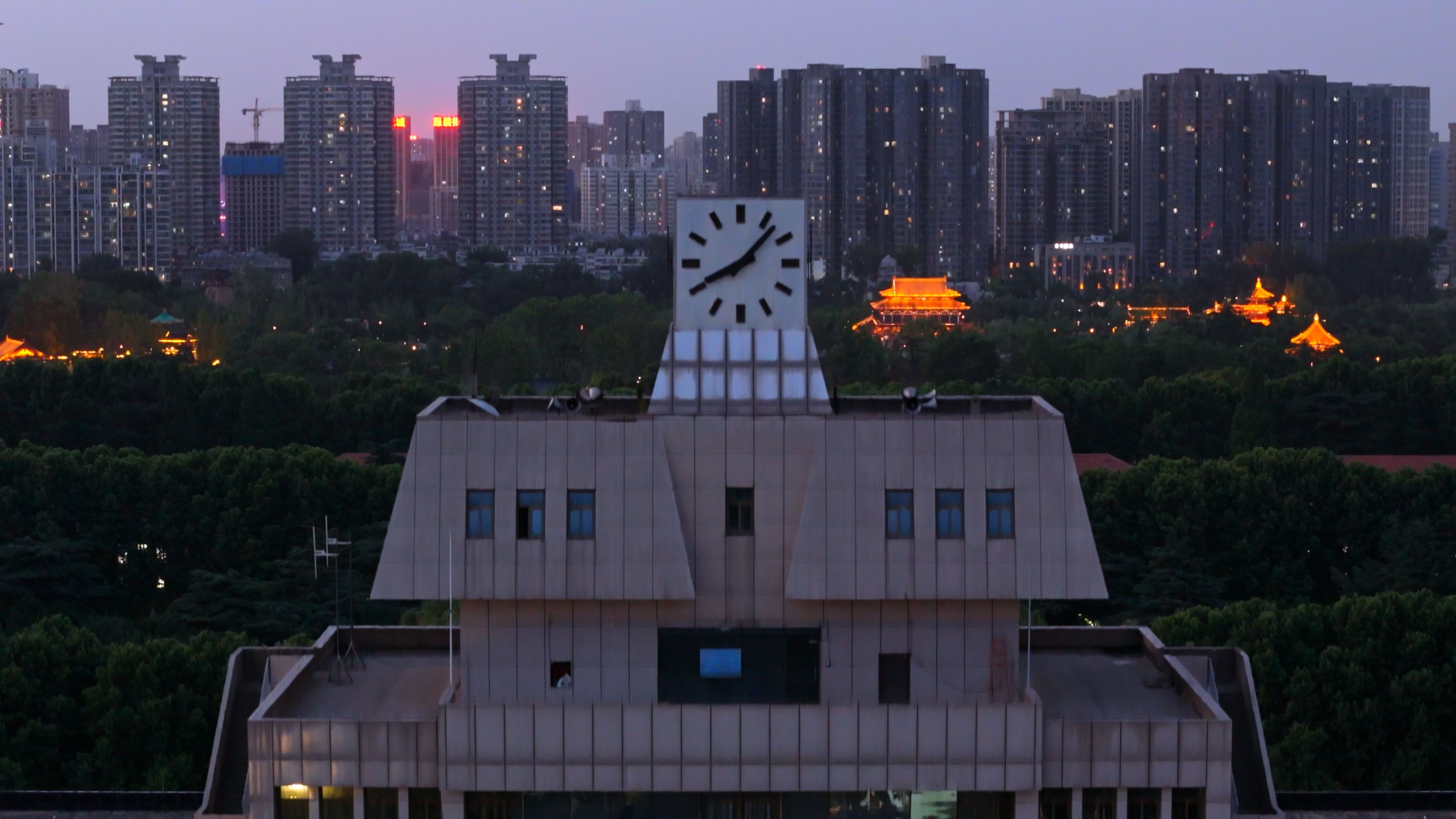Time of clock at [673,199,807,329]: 8:07
